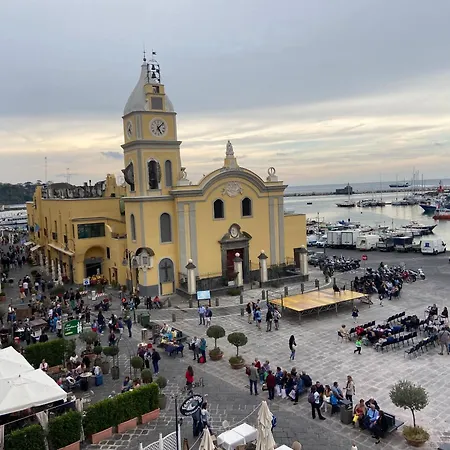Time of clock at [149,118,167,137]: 5:07
